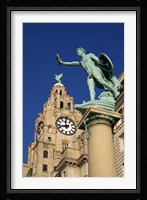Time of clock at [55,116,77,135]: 11:42
